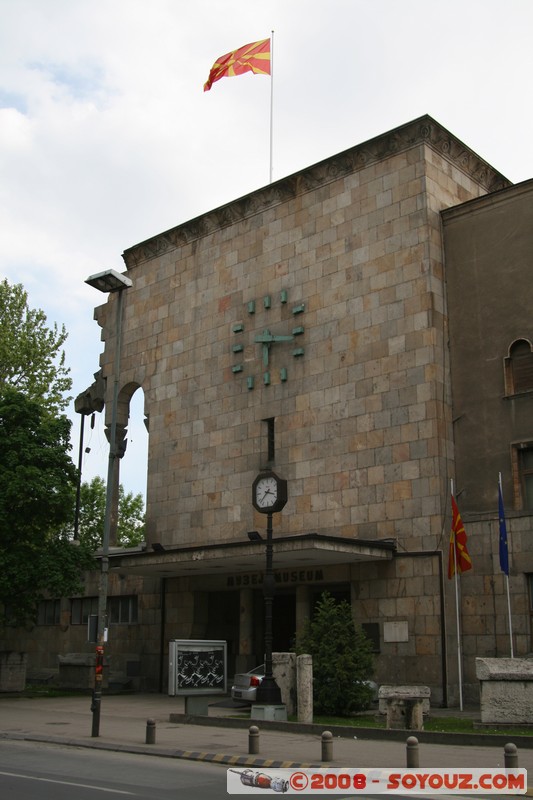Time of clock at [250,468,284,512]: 3:37
